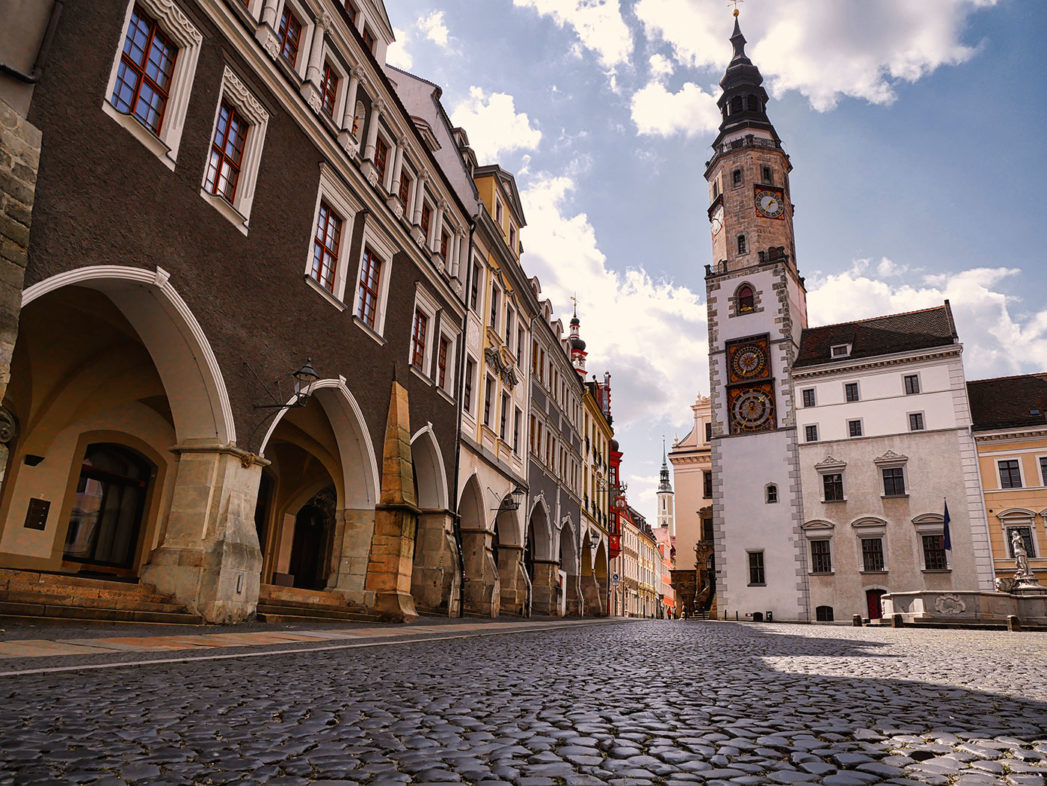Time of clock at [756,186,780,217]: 2:06
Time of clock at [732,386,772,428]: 12:34
